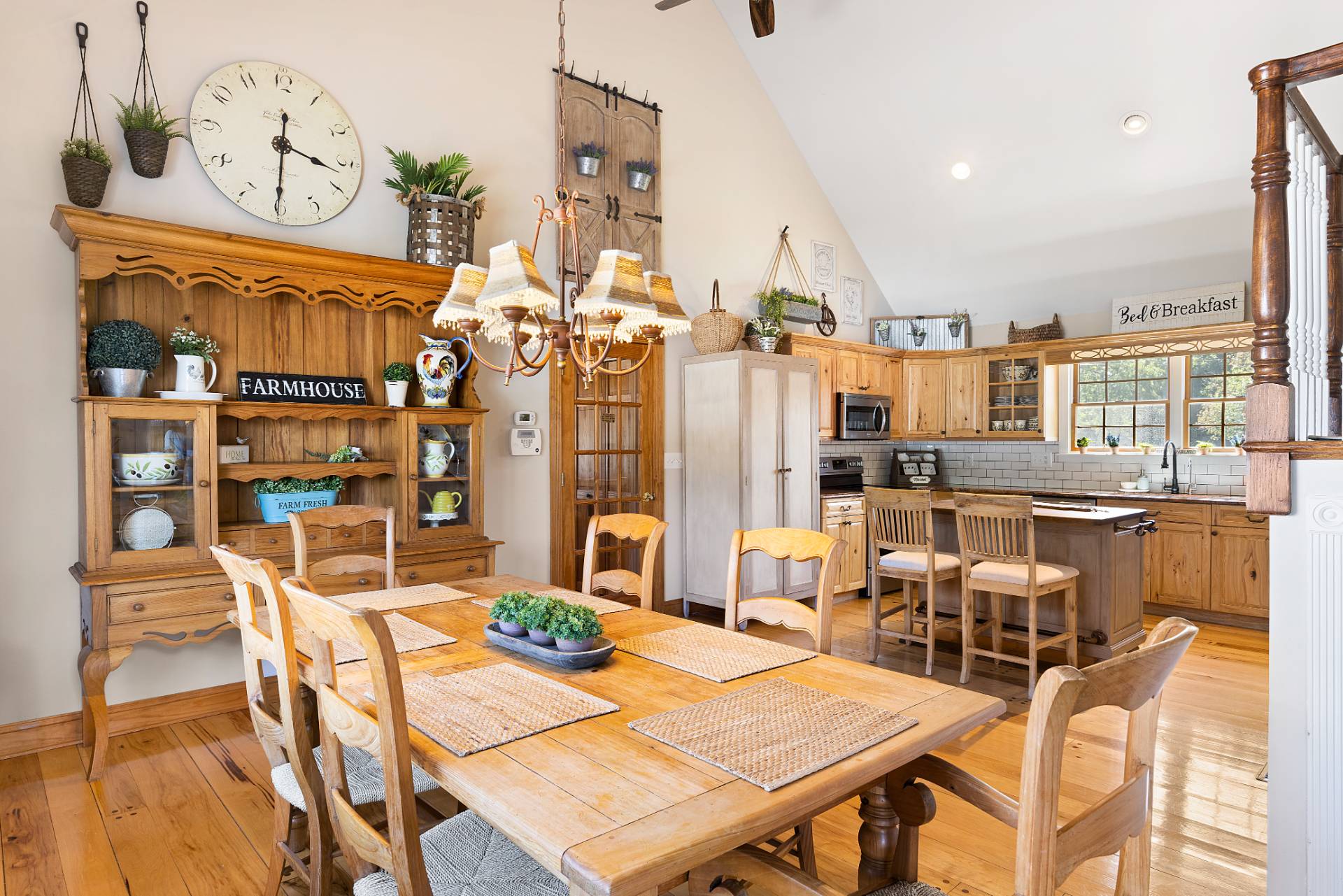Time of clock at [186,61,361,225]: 3:30
